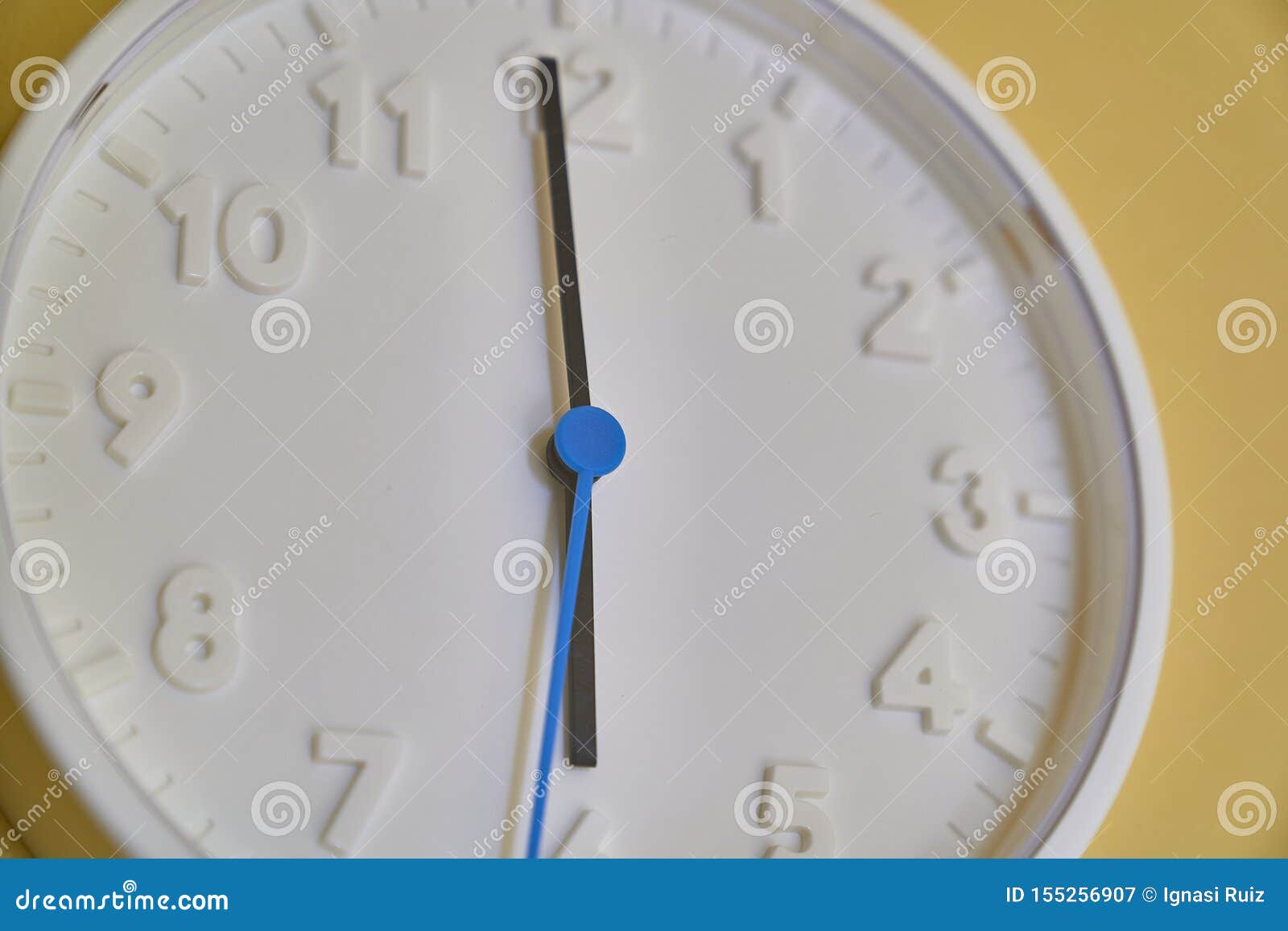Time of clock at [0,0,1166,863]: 5:59
